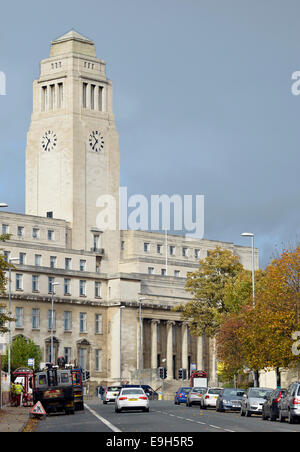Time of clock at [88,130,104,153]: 10:36
